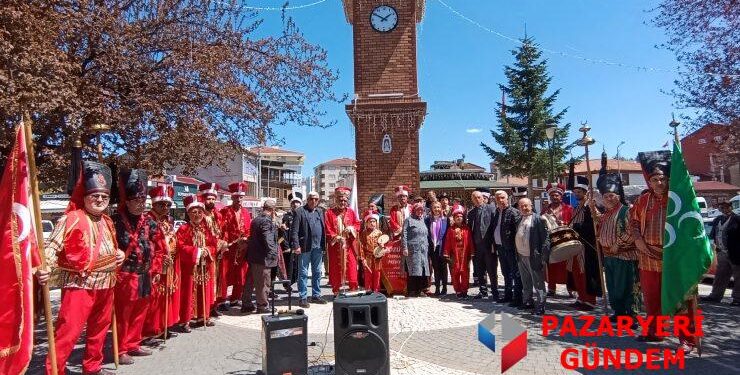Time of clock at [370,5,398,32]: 1:50
